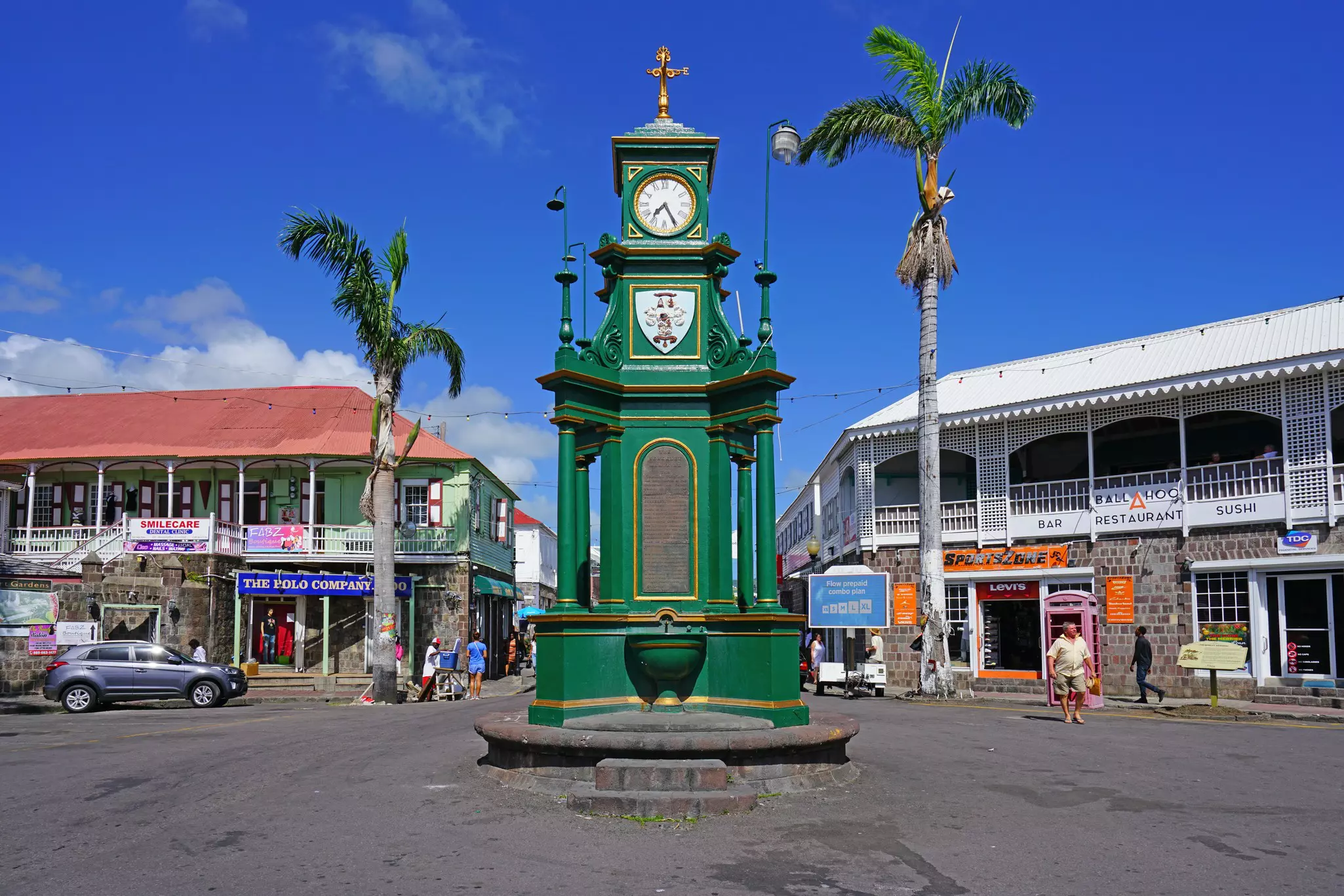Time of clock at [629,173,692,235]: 7:24
